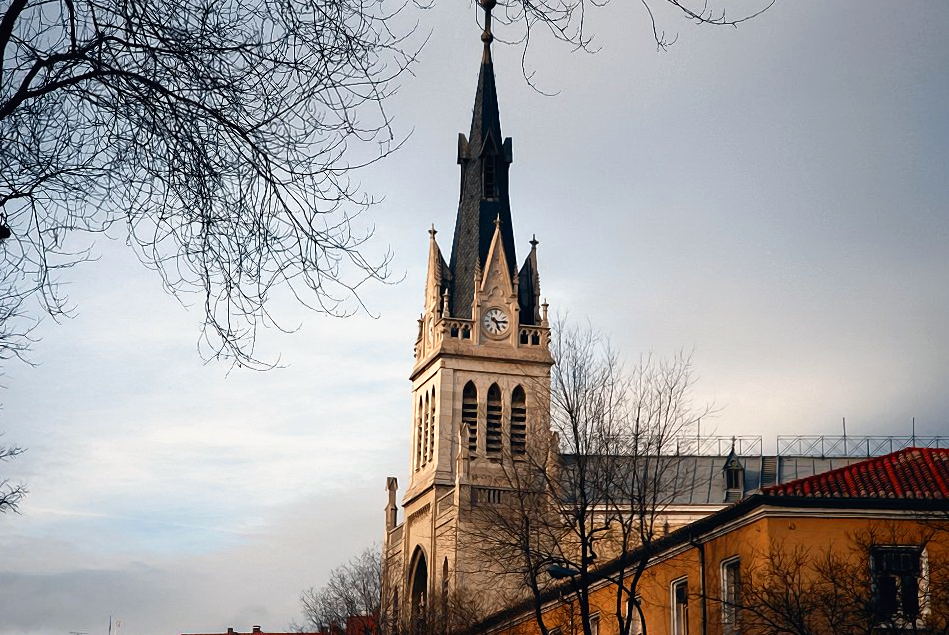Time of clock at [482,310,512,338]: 5:14
